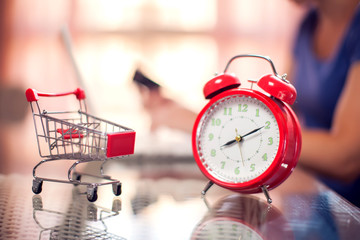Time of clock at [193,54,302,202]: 8:10
